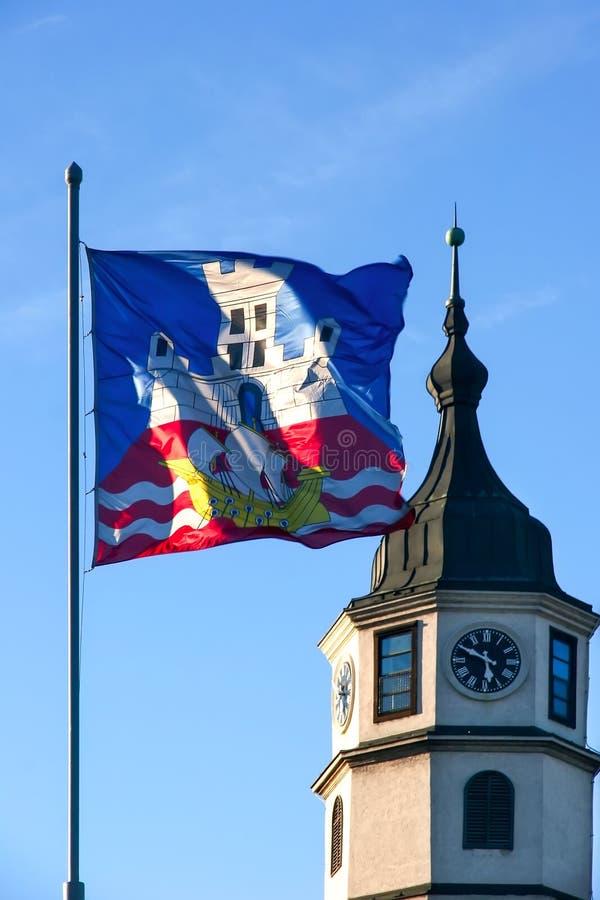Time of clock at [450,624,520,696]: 5:49
